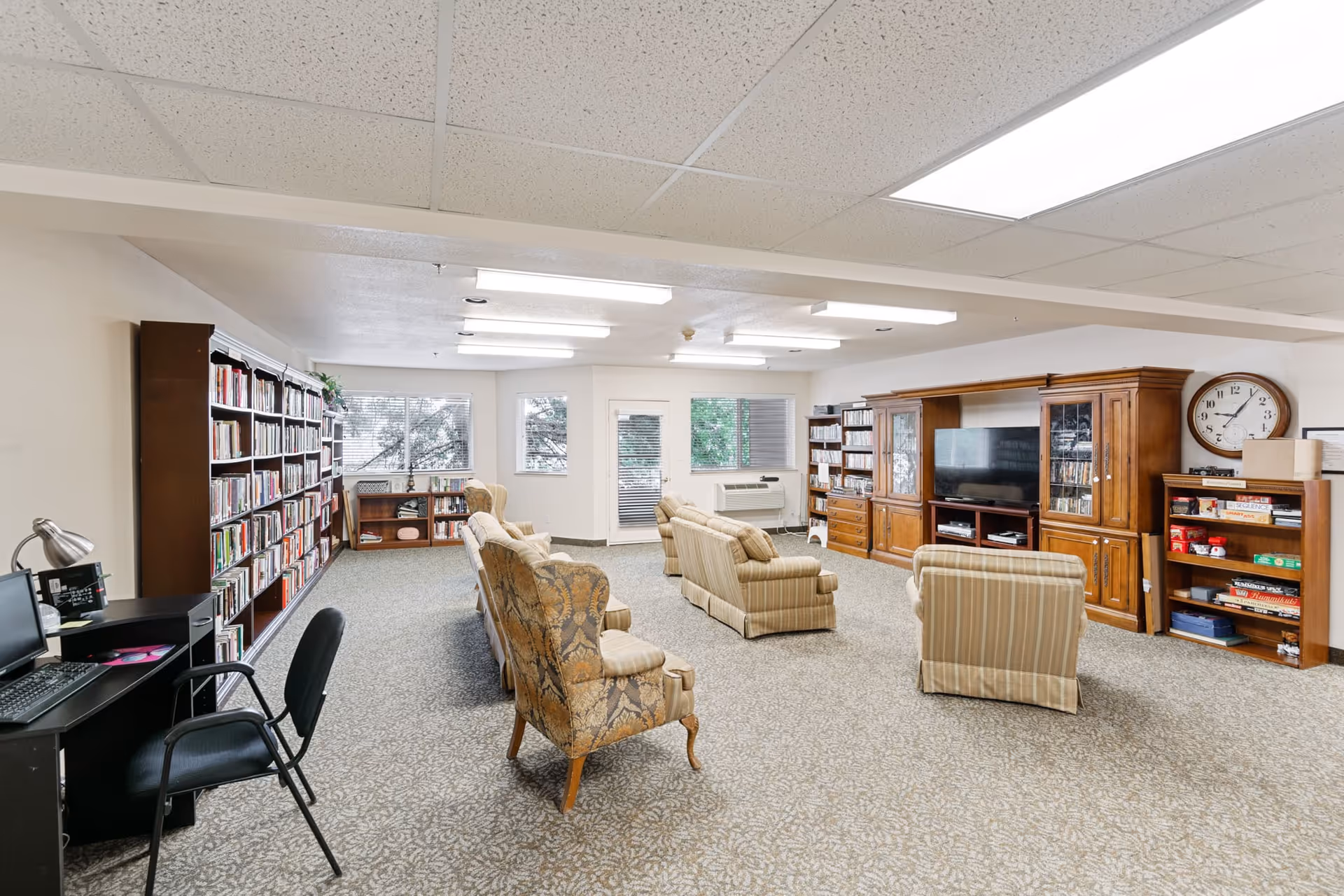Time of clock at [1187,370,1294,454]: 9:06
